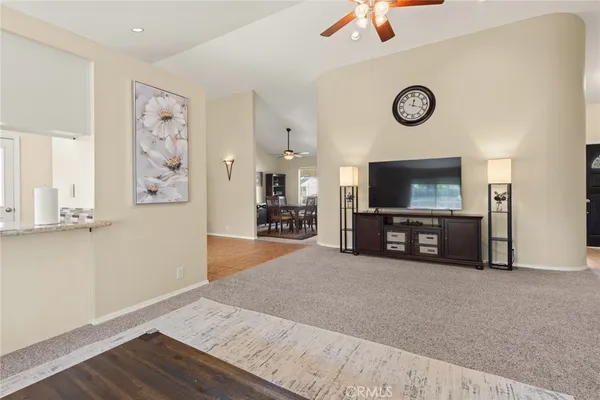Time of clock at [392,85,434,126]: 12:18
